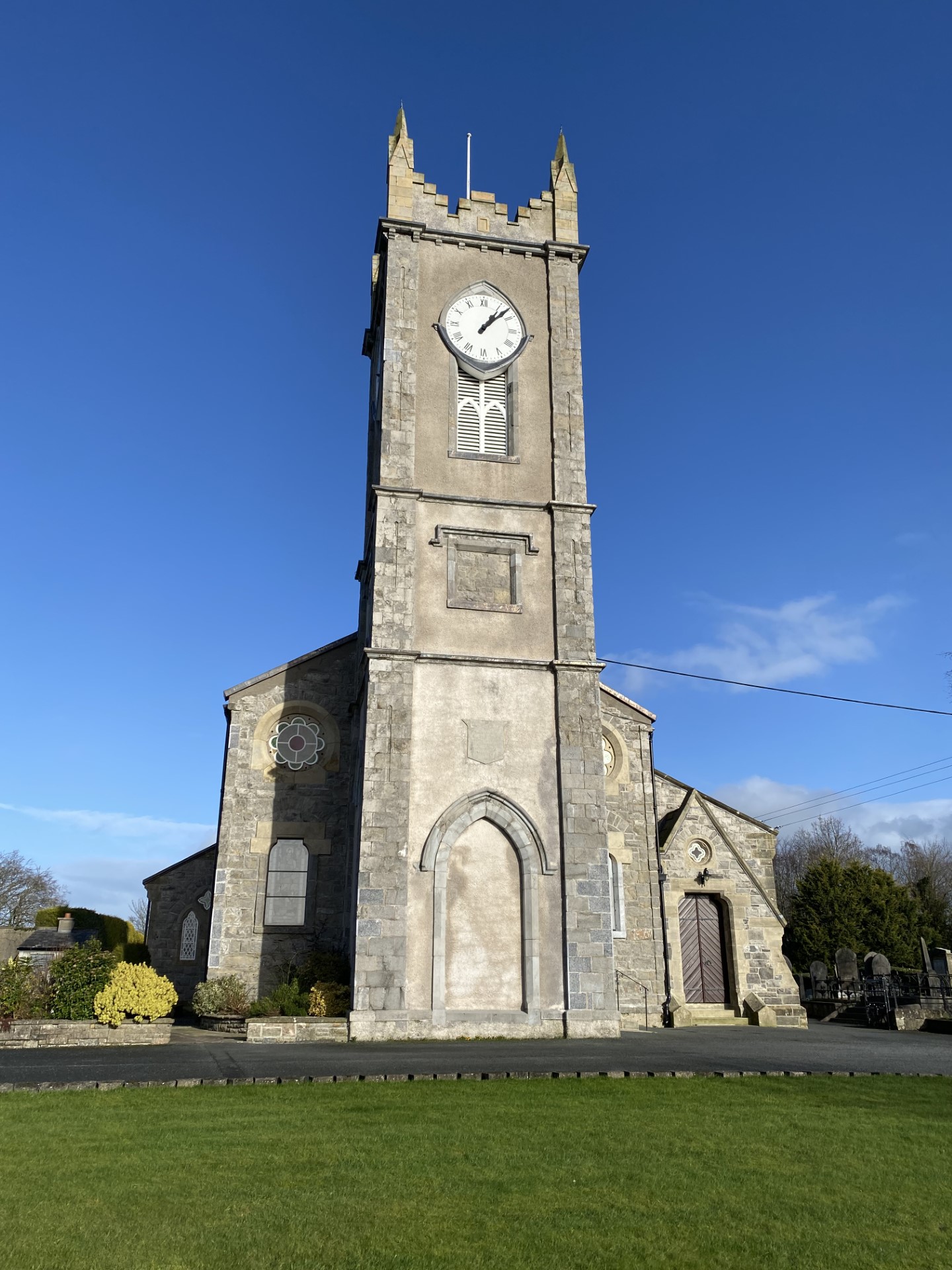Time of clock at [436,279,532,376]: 1:07
